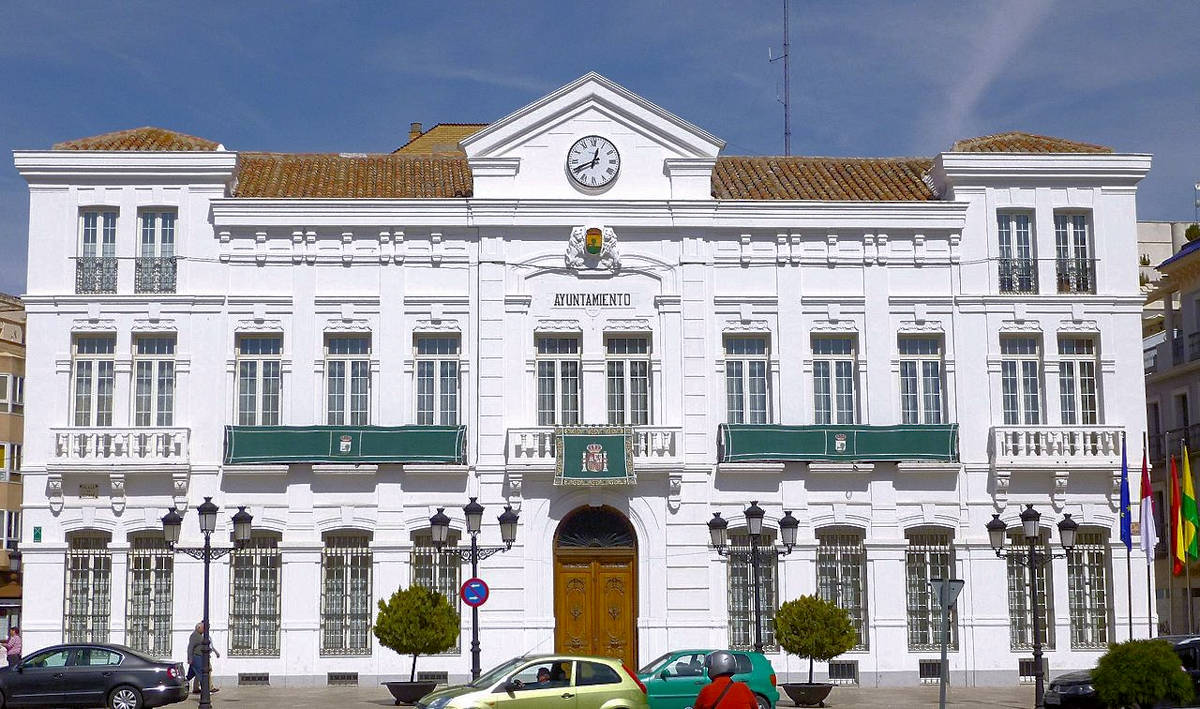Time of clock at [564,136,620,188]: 12:41
